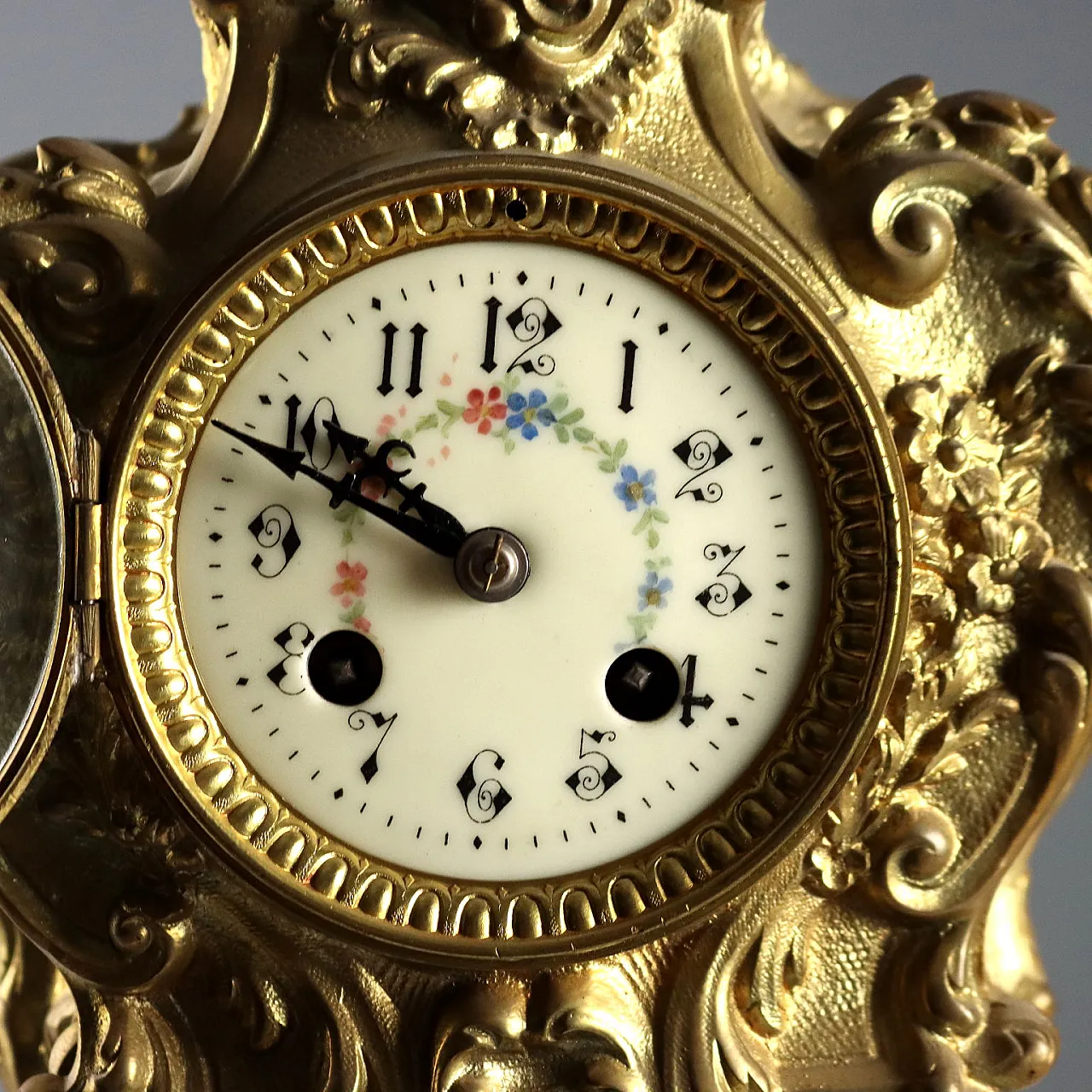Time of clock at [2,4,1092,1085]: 9:48
